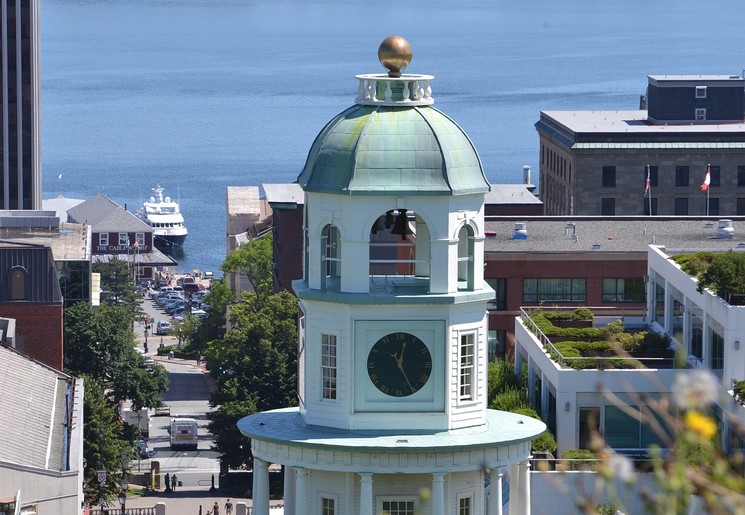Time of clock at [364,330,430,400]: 12:25
